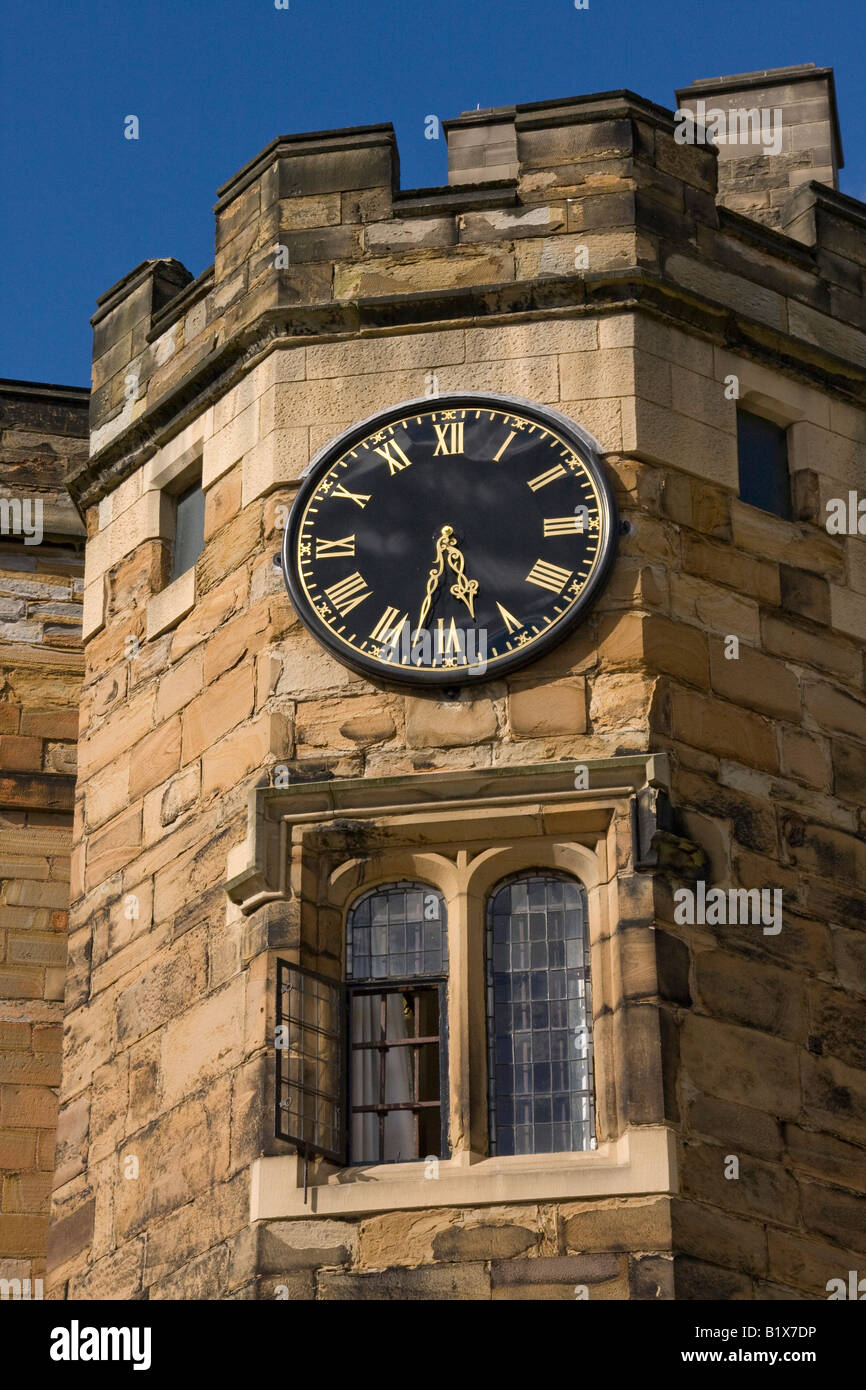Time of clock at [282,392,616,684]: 5:32
